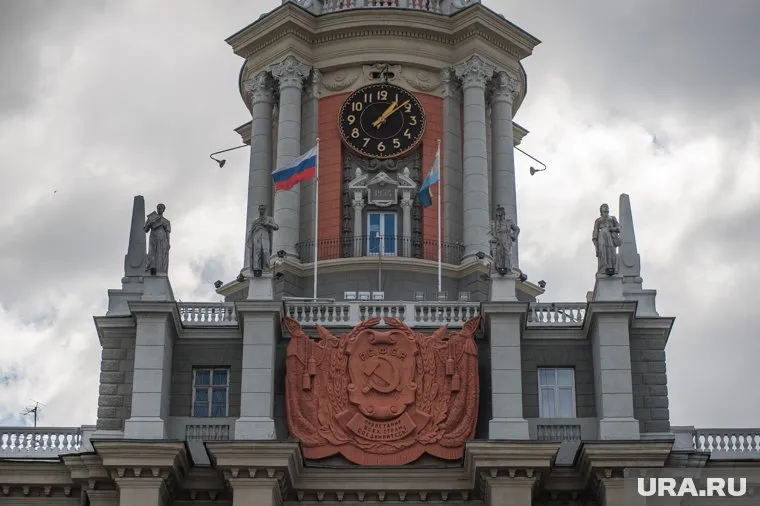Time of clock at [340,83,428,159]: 1:08
